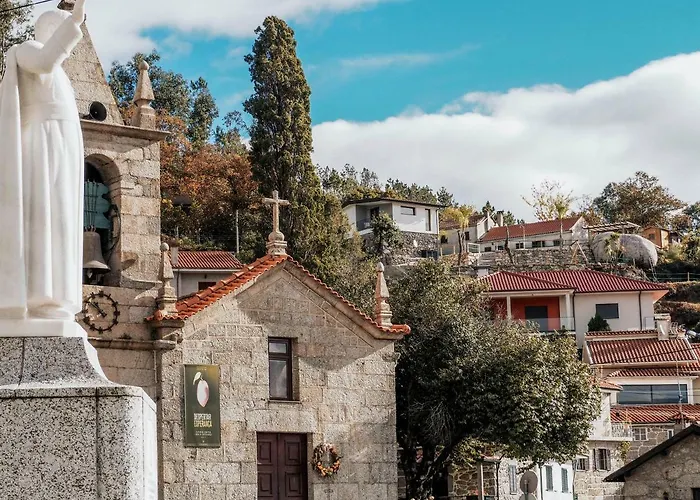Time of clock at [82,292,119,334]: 10:51
